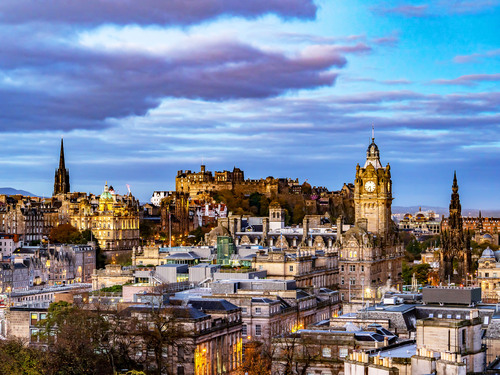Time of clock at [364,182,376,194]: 7:28
